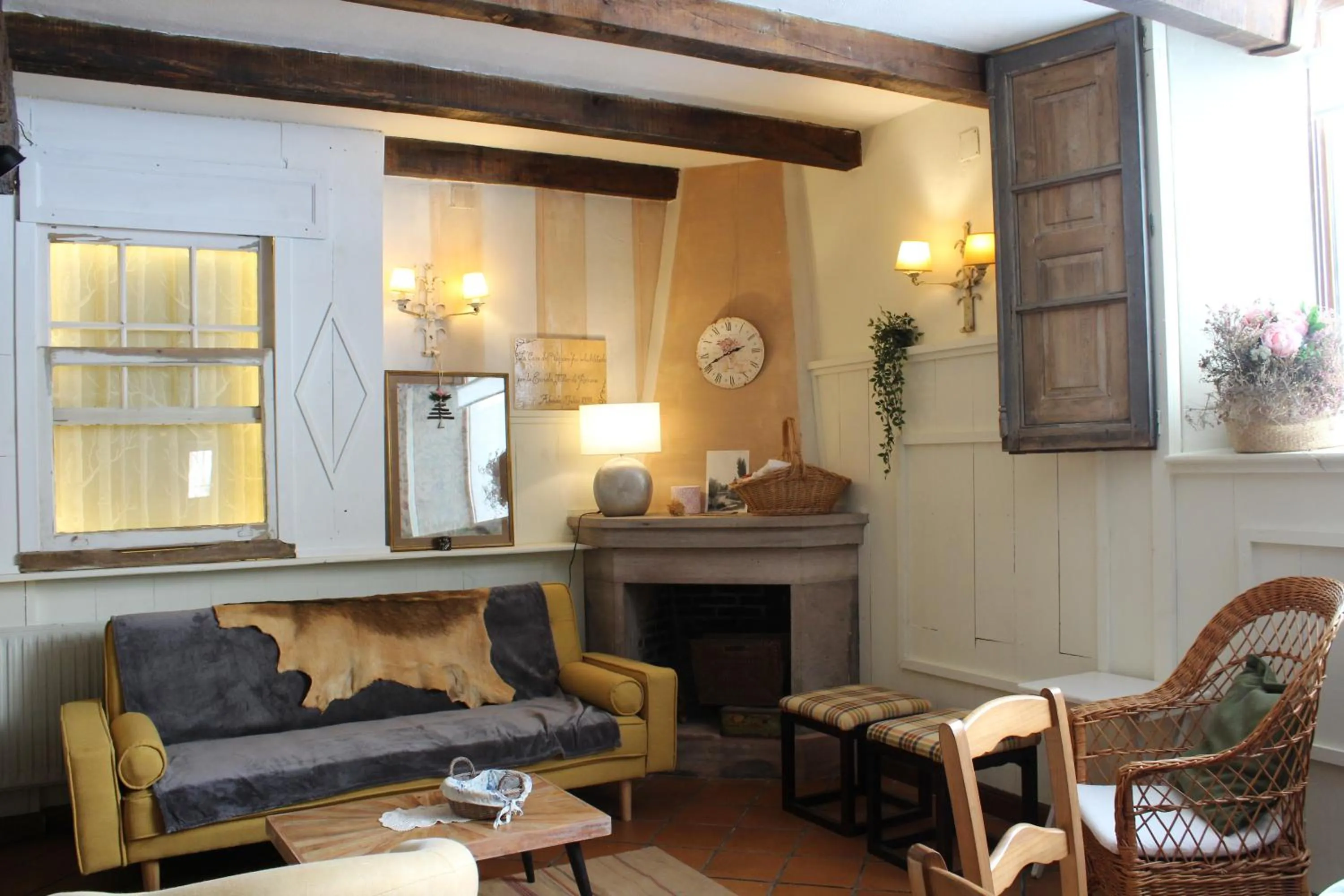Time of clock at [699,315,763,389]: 2:41
